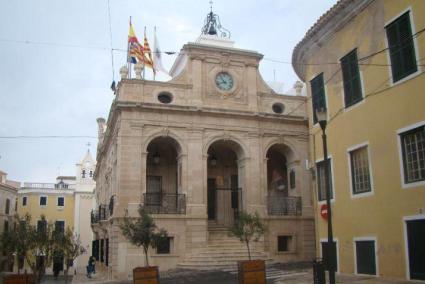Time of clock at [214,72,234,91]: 10:42
